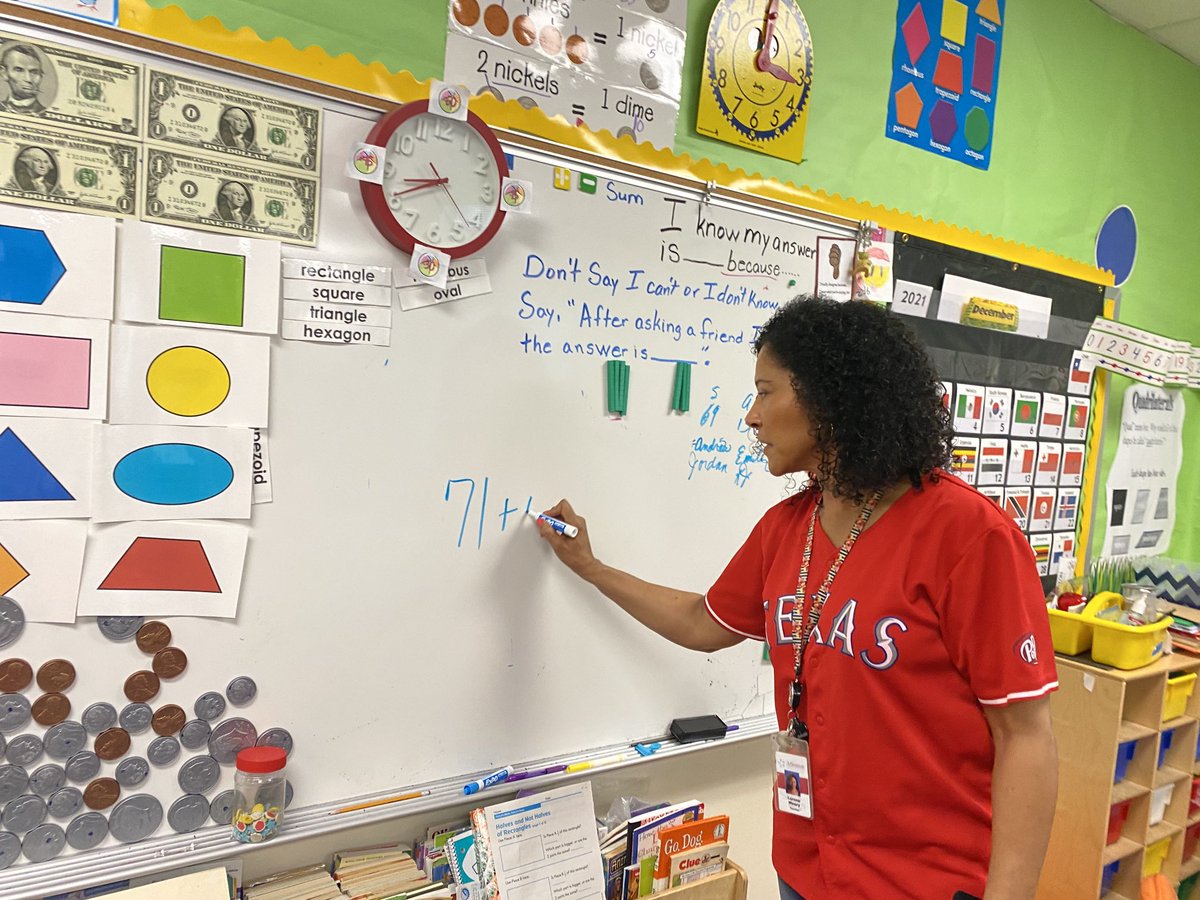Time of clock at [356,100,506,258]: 8:40
